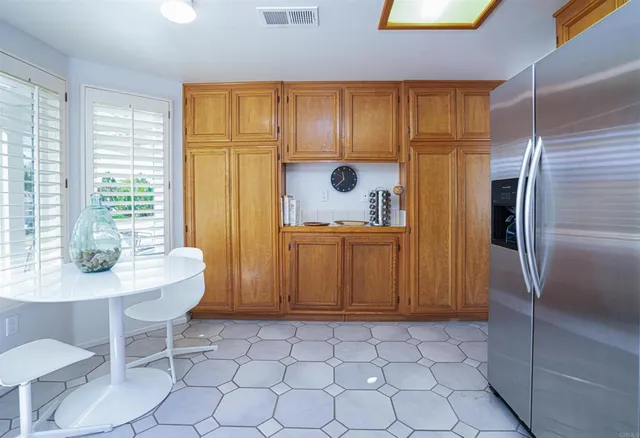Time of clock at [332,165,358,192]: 11:37
